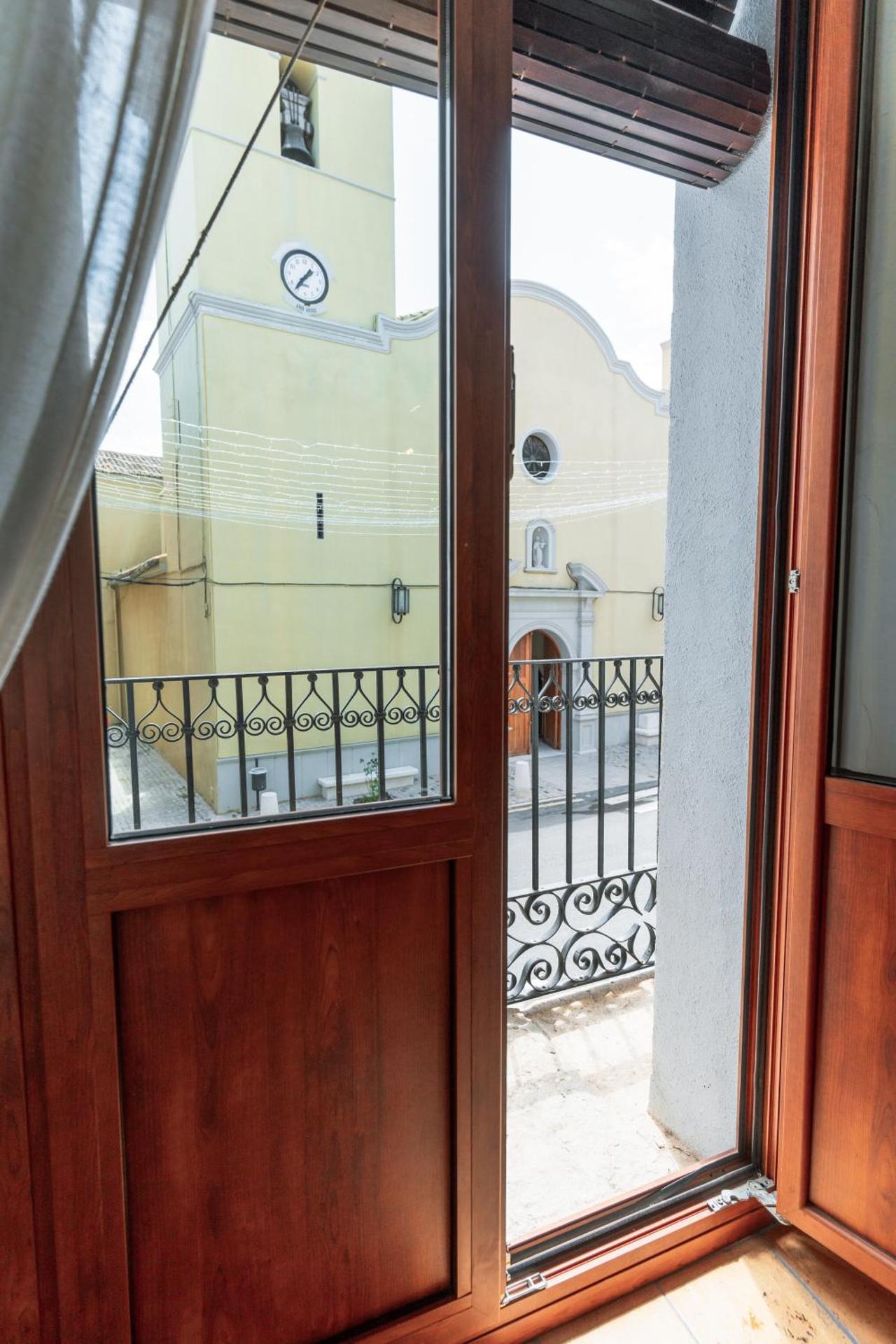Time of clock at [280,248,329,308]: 1:36
